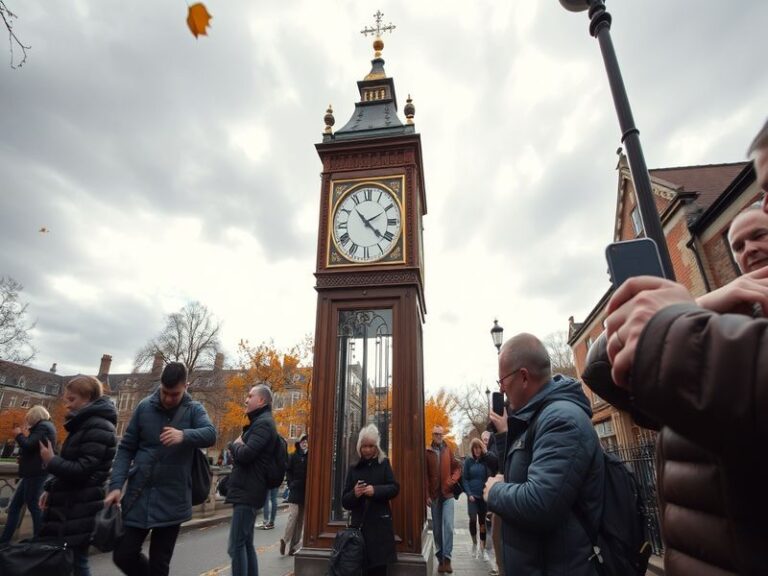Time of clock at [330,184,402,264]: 2:21
